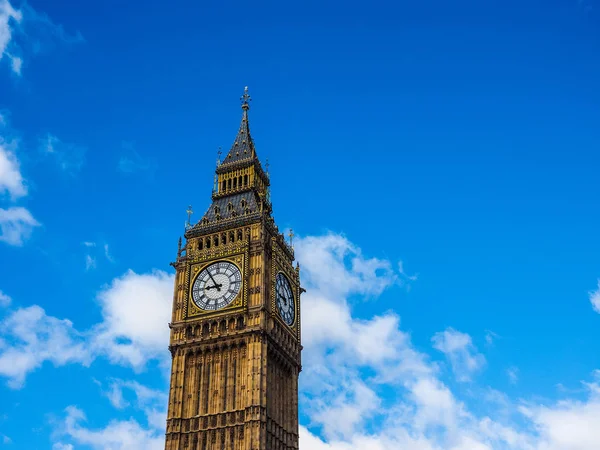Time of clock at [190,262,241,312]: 8:54
